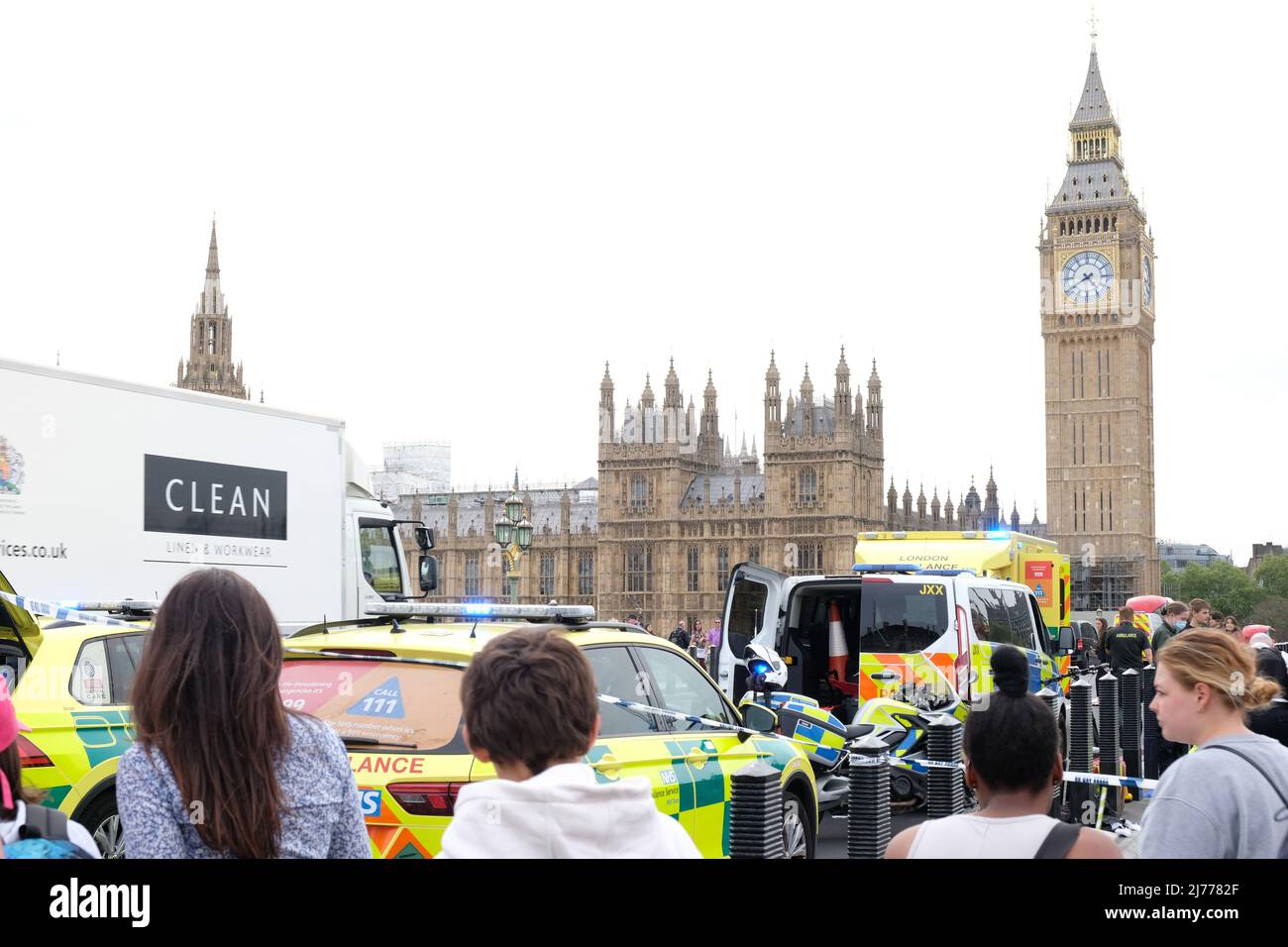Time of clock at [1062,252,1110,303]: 4:40
